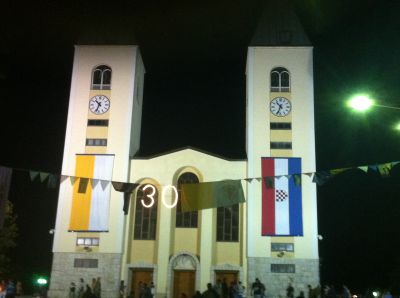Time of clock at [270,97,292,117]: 10:34
